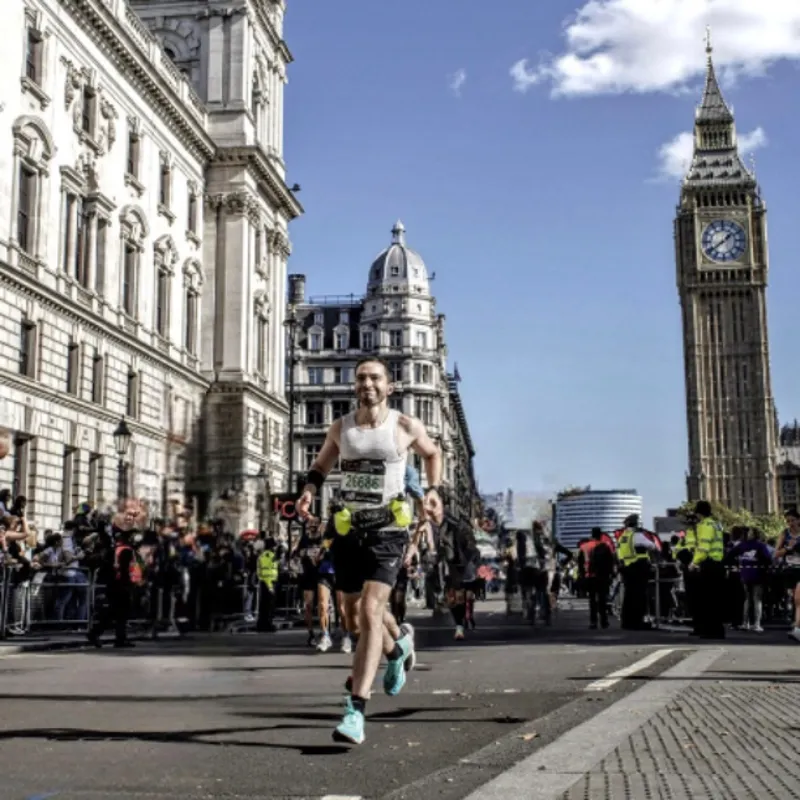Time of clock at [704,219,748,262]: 1:39
